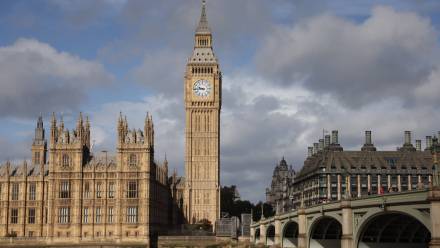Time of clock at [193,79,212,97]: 9:44
